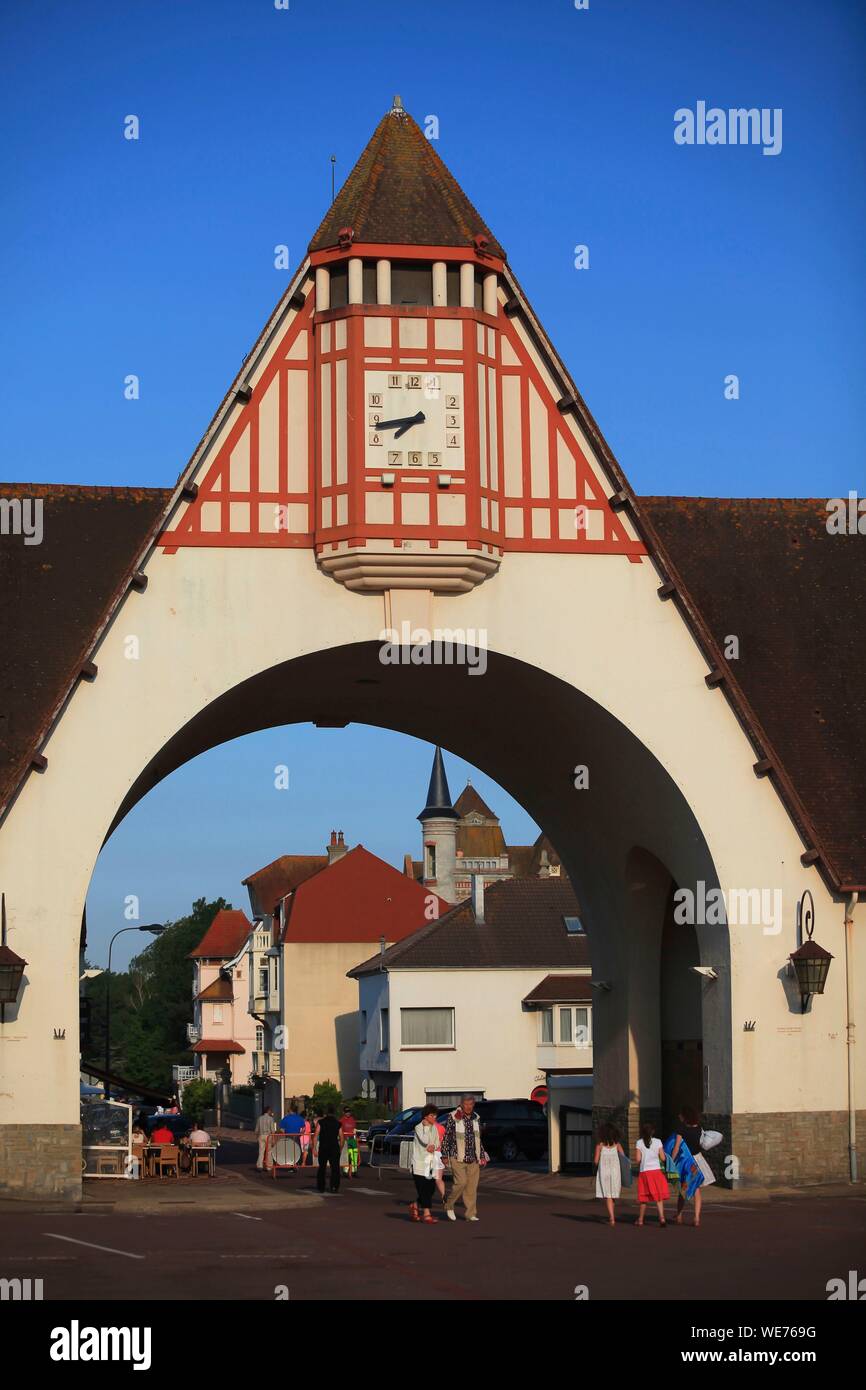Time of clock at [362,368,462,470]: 7:43
